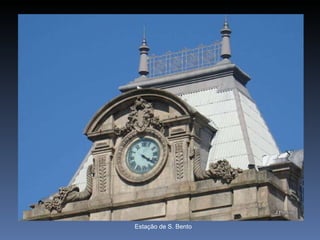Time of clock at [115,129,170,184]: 4:21
